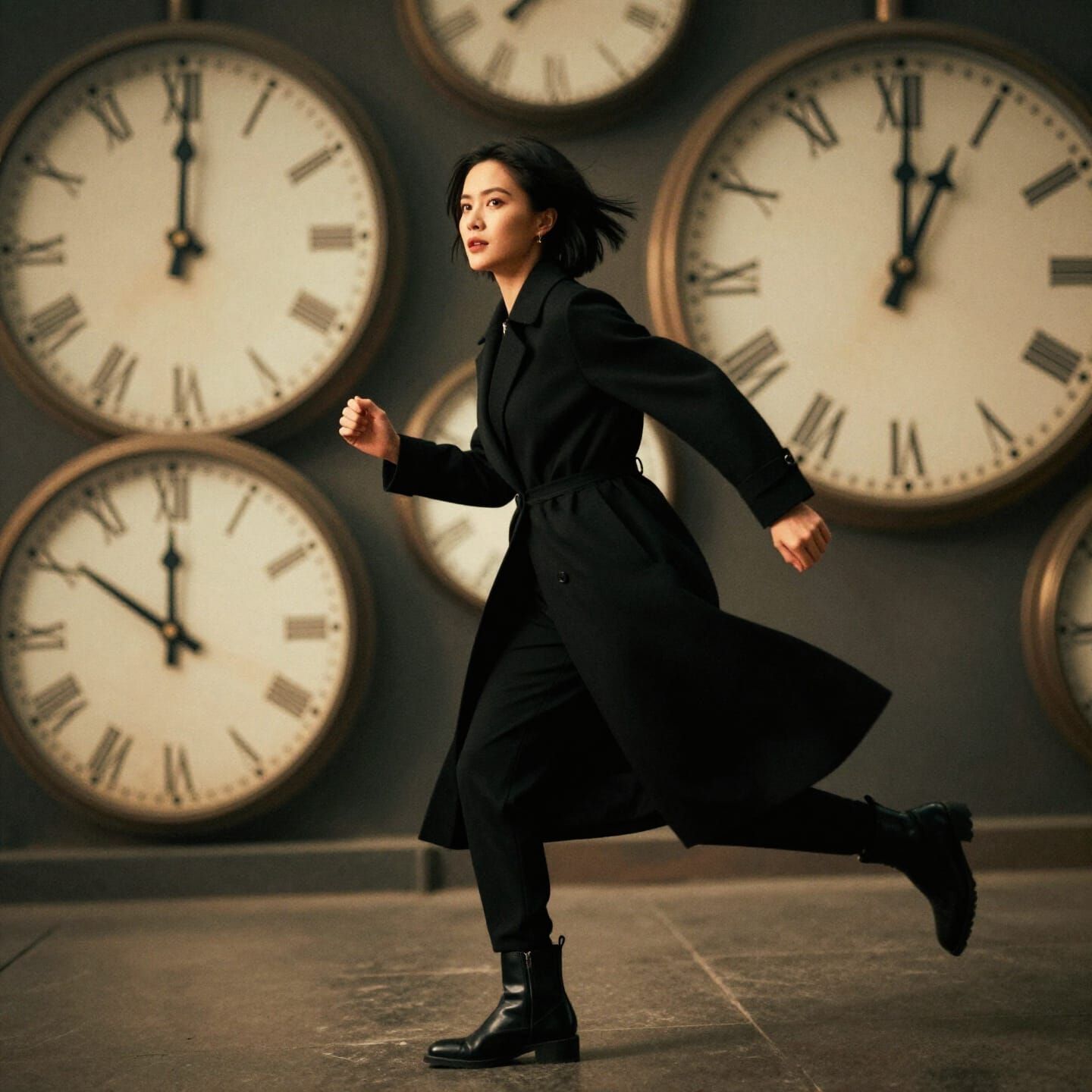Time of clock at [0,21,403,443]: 12:00
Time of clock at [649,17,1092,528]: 1:00
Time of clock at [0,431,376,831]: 11:50
